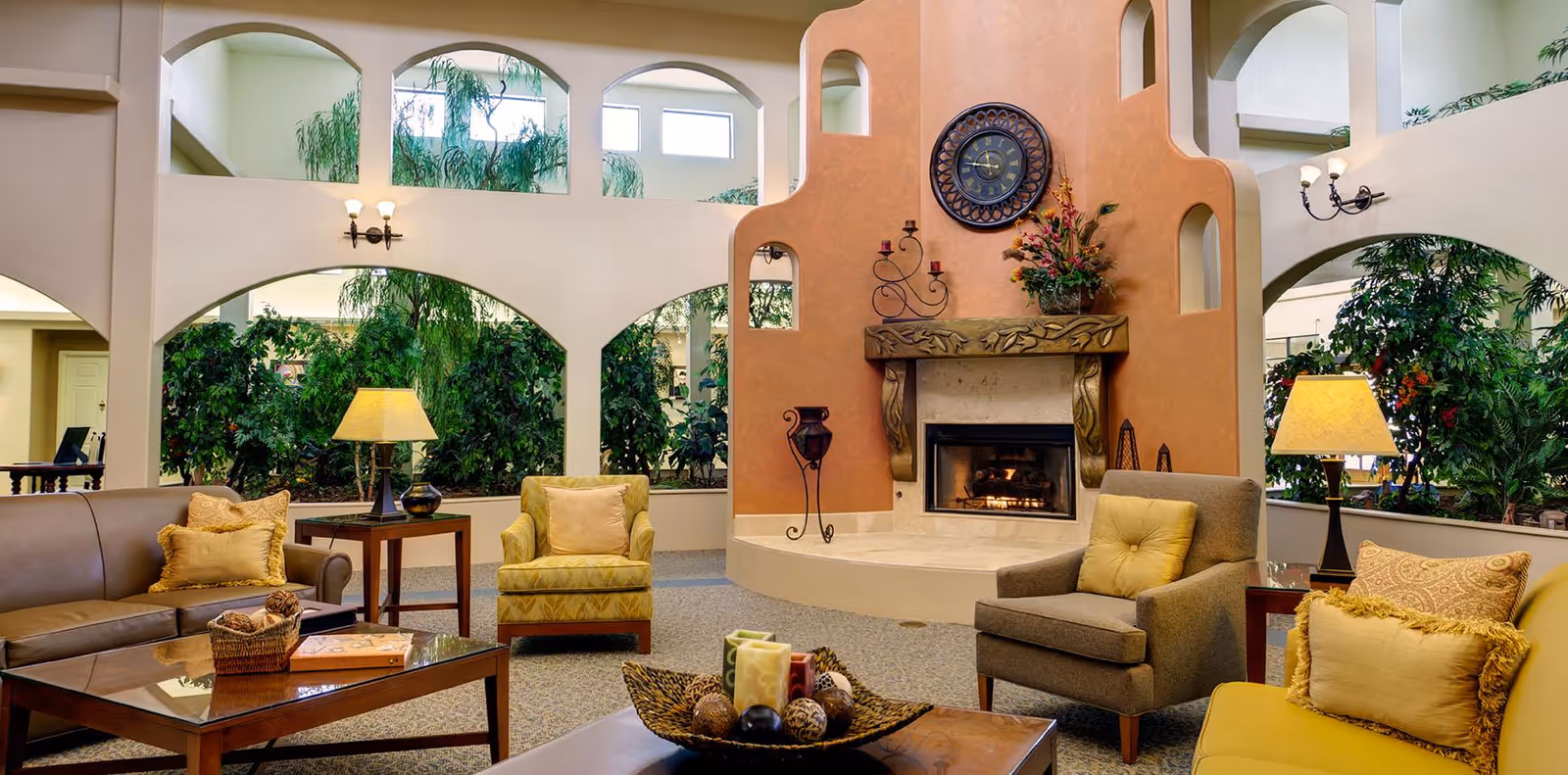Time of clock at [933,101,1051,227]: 11:46
